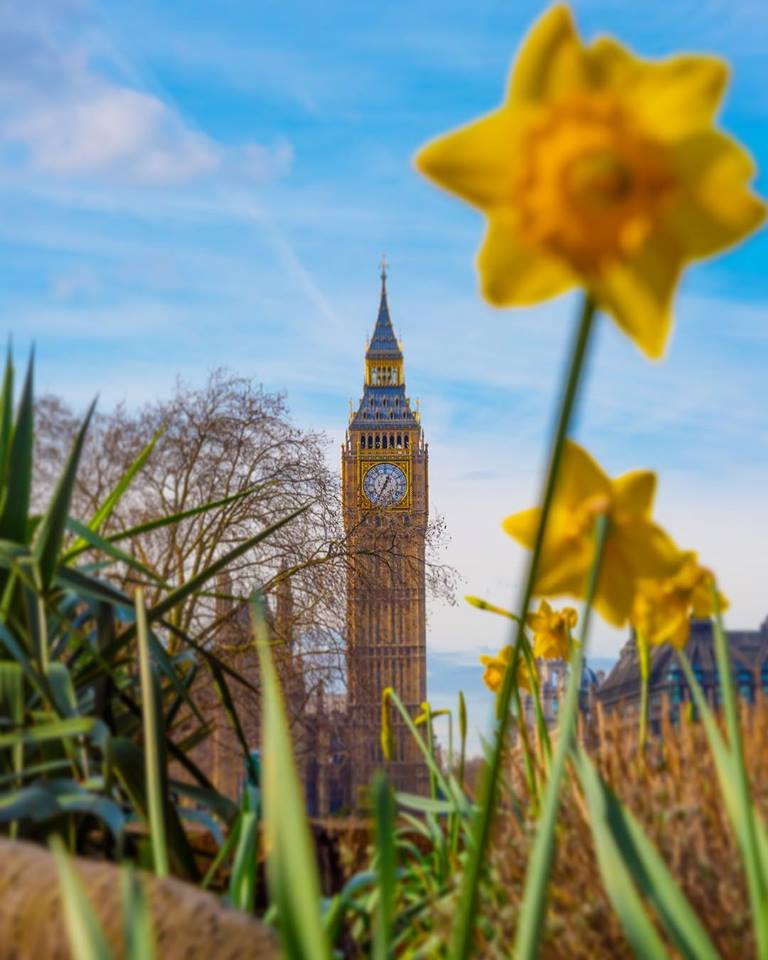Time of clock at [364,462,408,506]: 12:34
